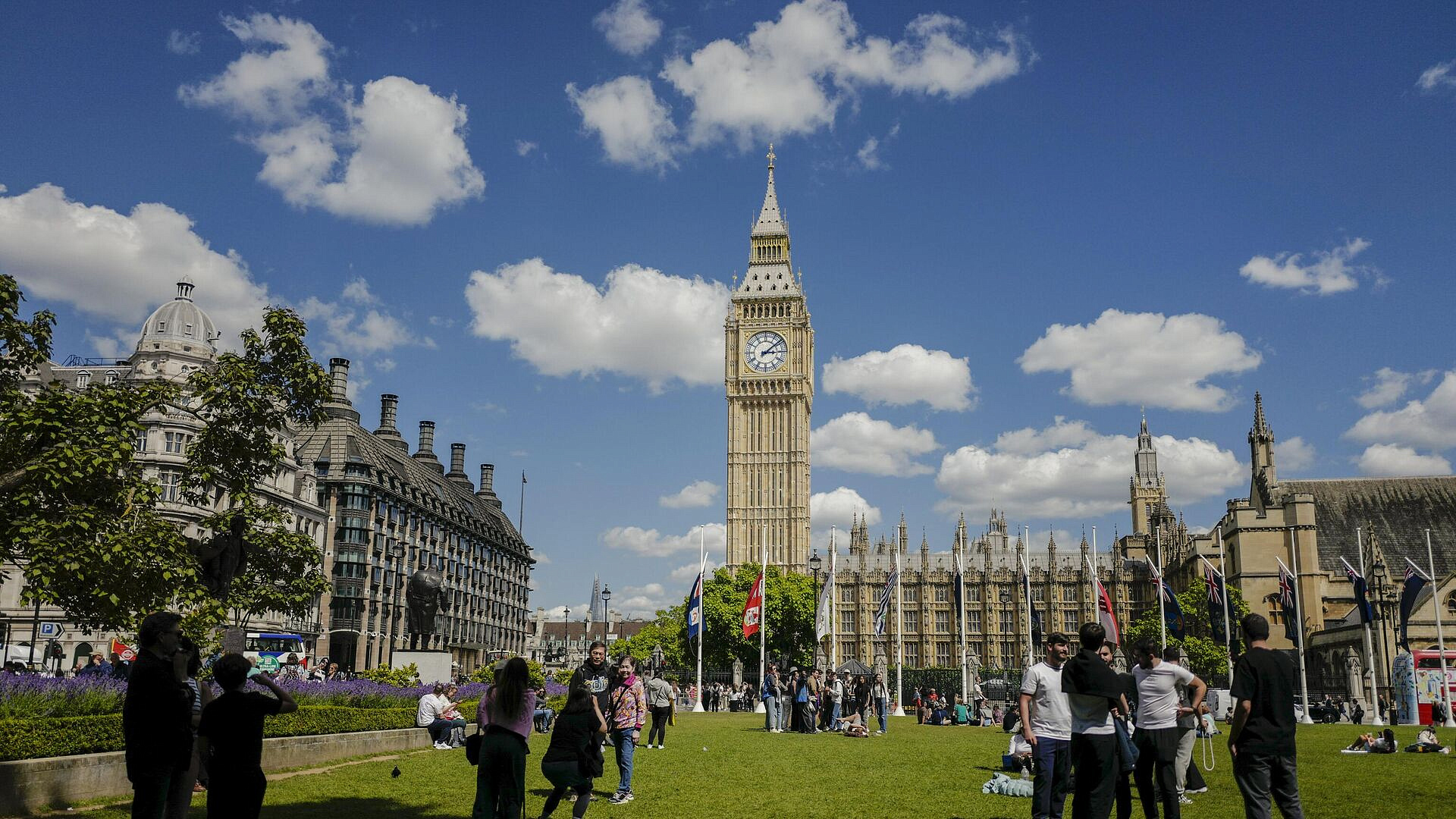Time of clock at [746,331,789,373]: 3:08
